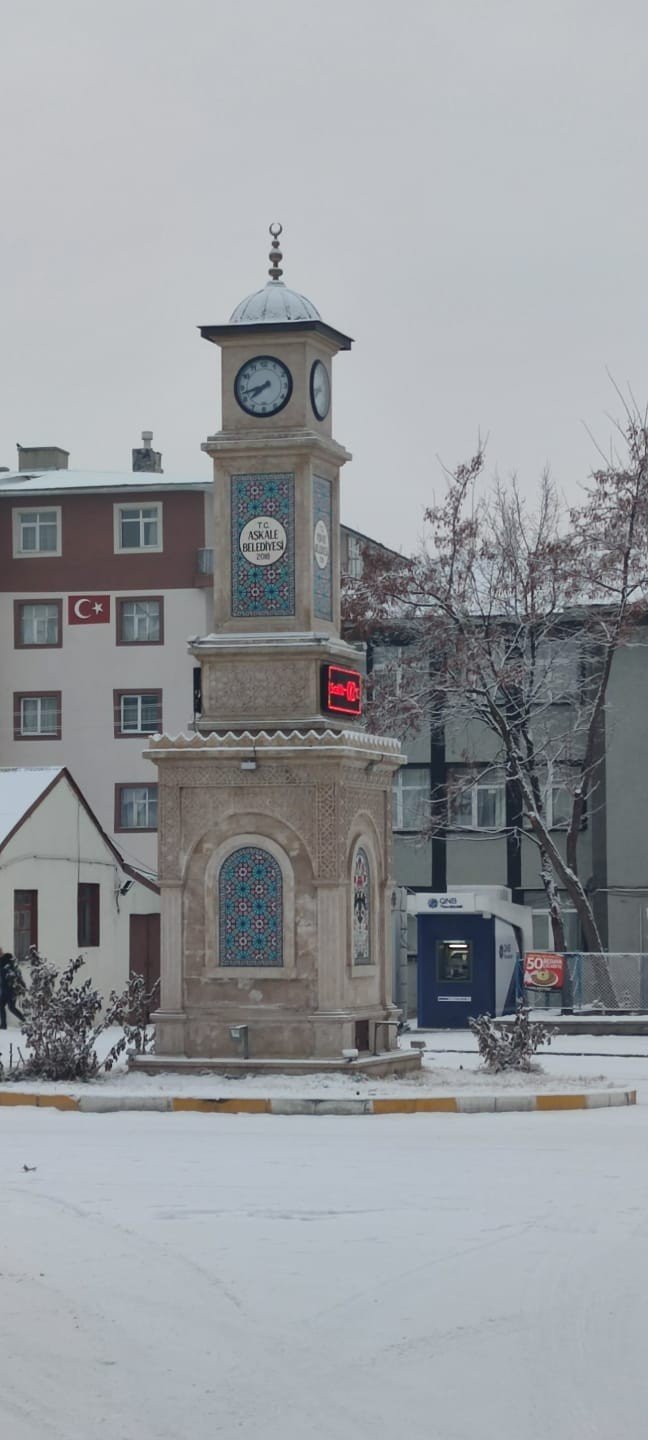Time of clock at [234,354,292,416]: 7:42
